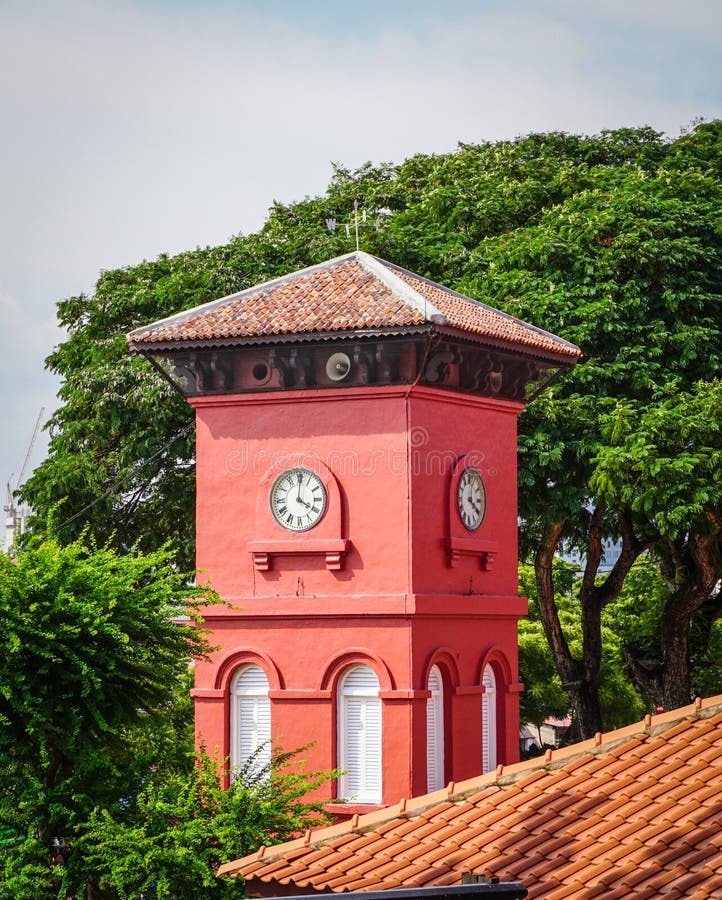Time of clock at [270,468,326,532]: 4:00
